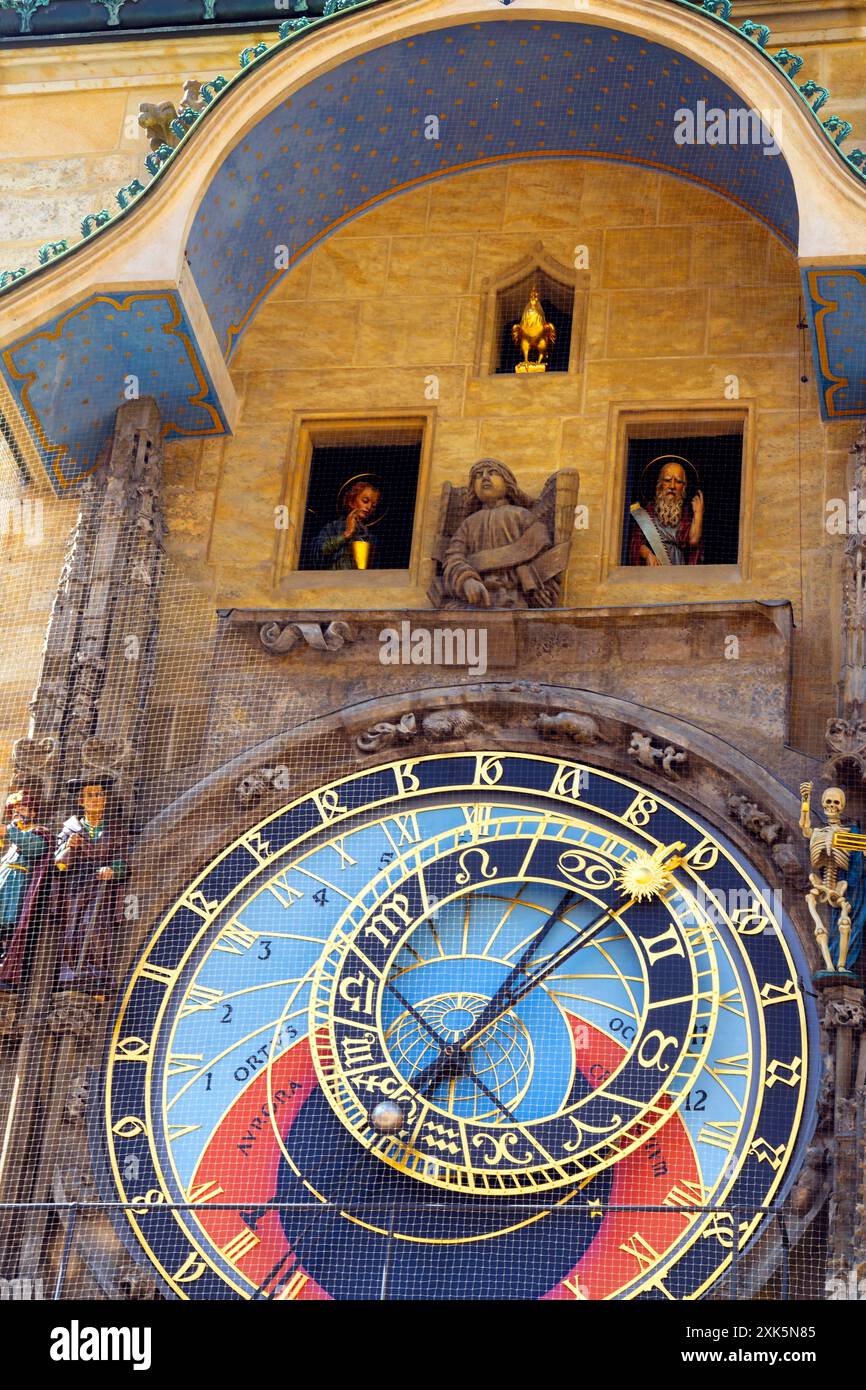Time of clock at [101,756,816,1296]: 7:04
